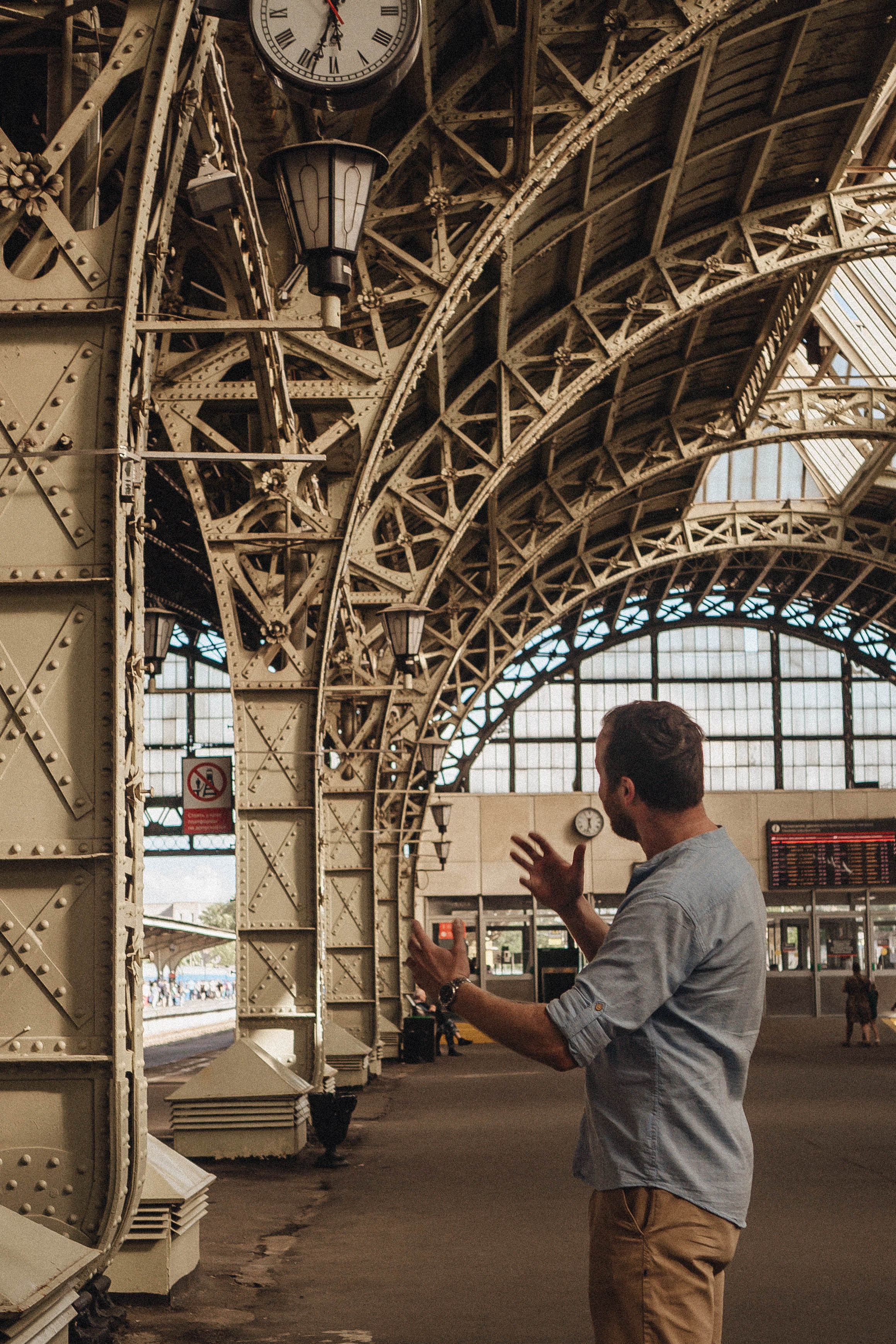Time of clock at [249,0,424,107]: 5:33
